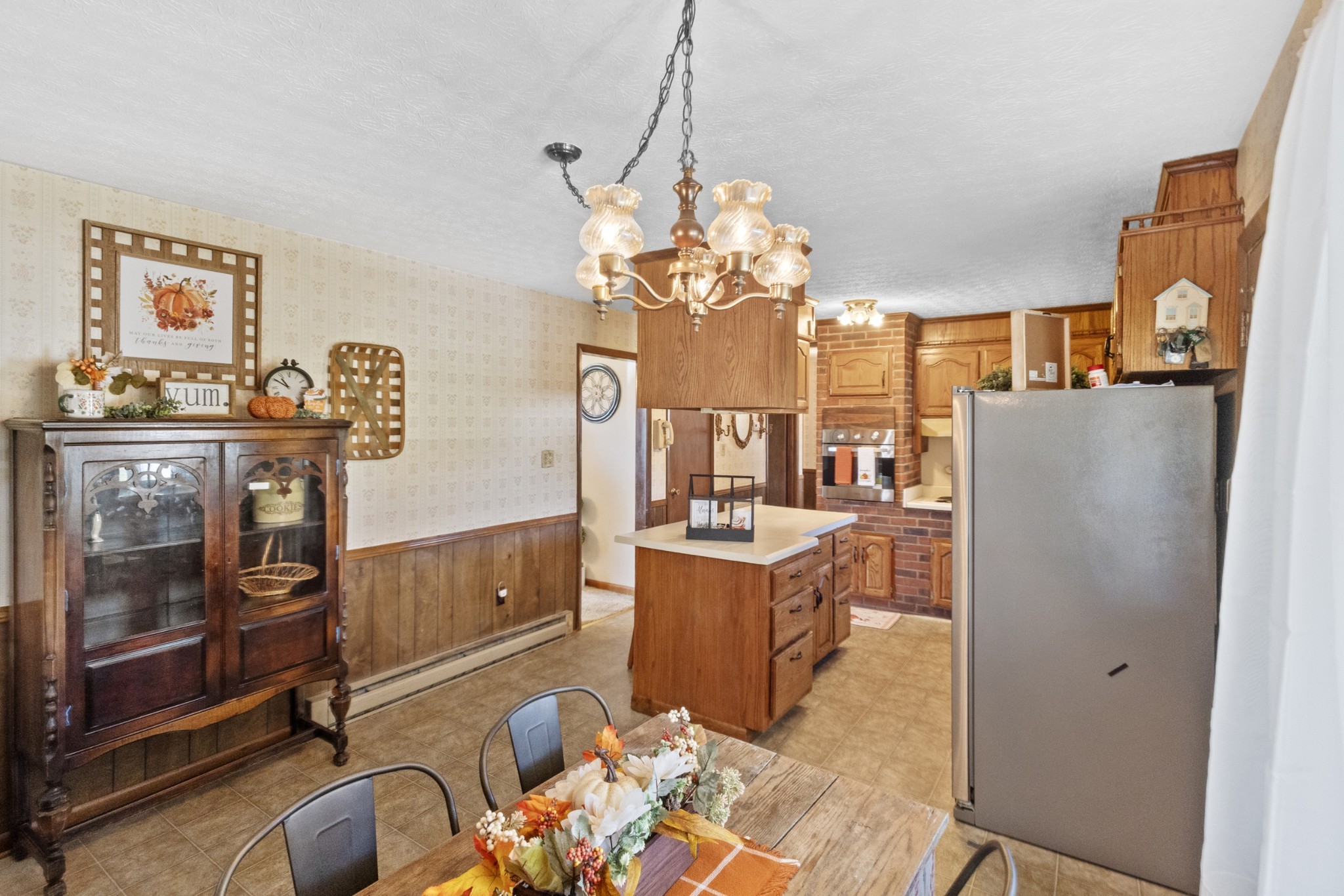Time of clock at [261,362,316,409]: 10:50
